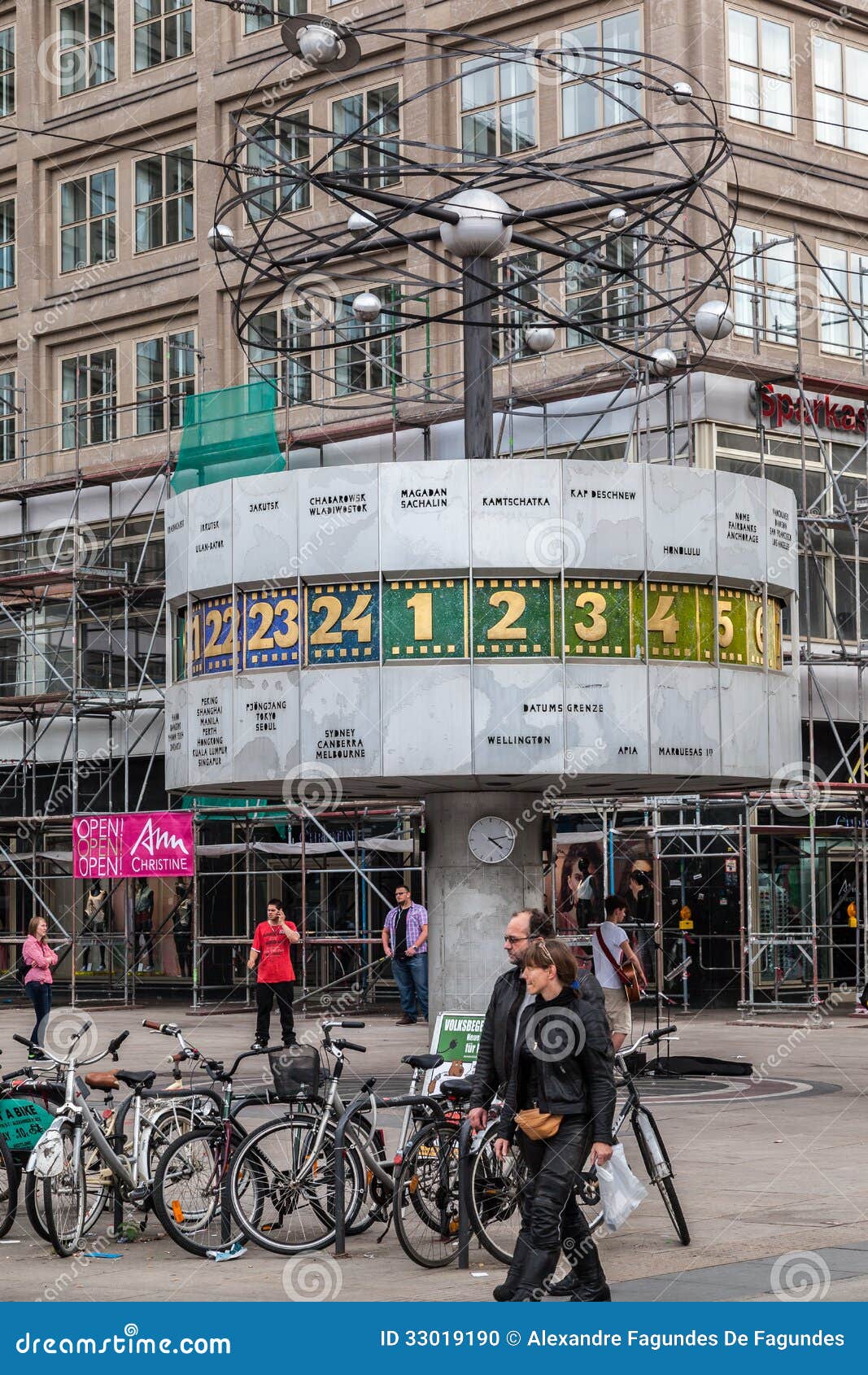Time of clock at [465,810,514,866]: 4:13
